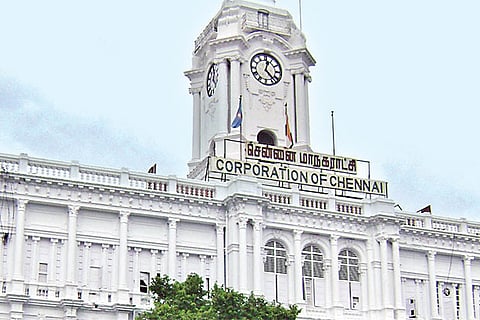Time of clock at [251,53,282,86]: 12:23
